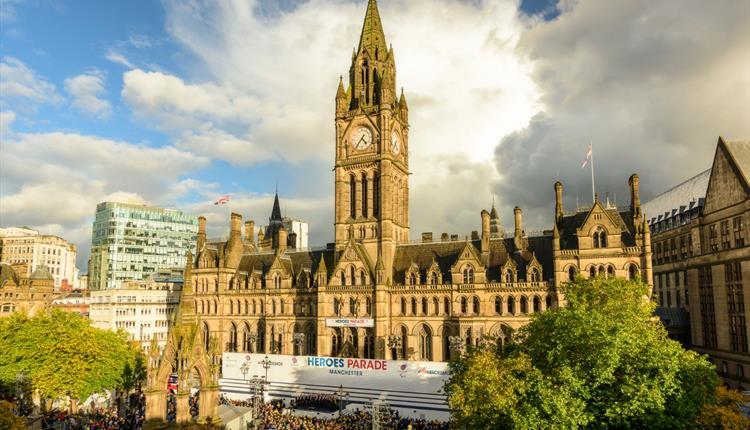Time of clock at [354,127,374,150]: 4:35
